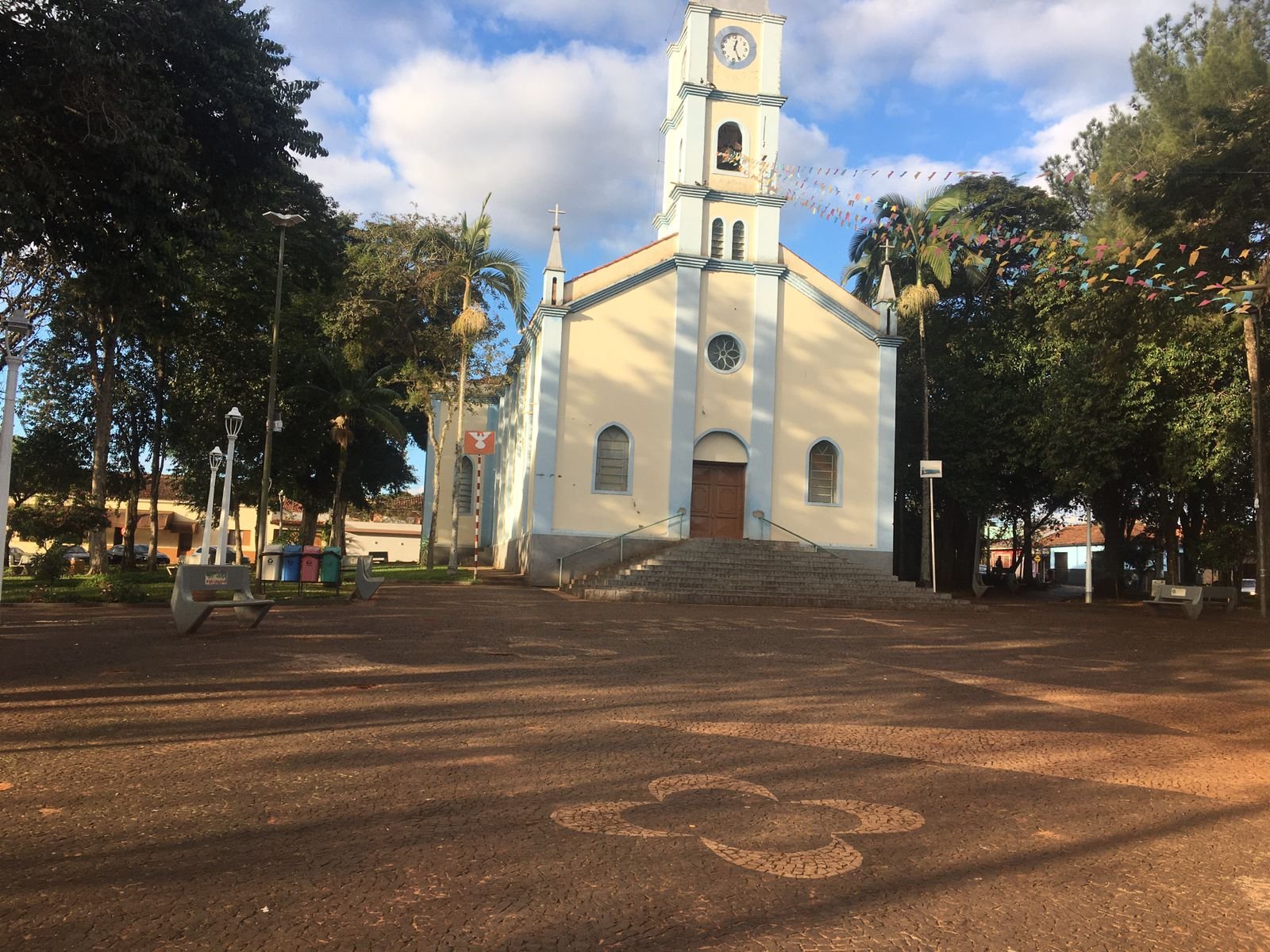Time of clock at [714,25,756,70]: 12:25
